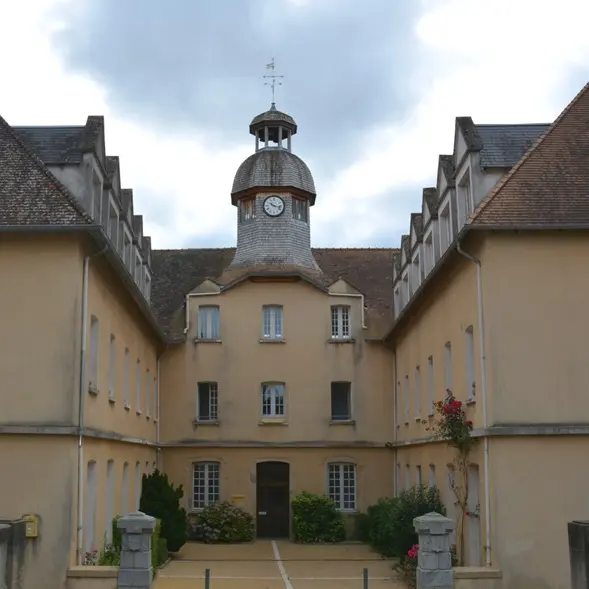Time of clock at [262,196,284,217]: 10:17
